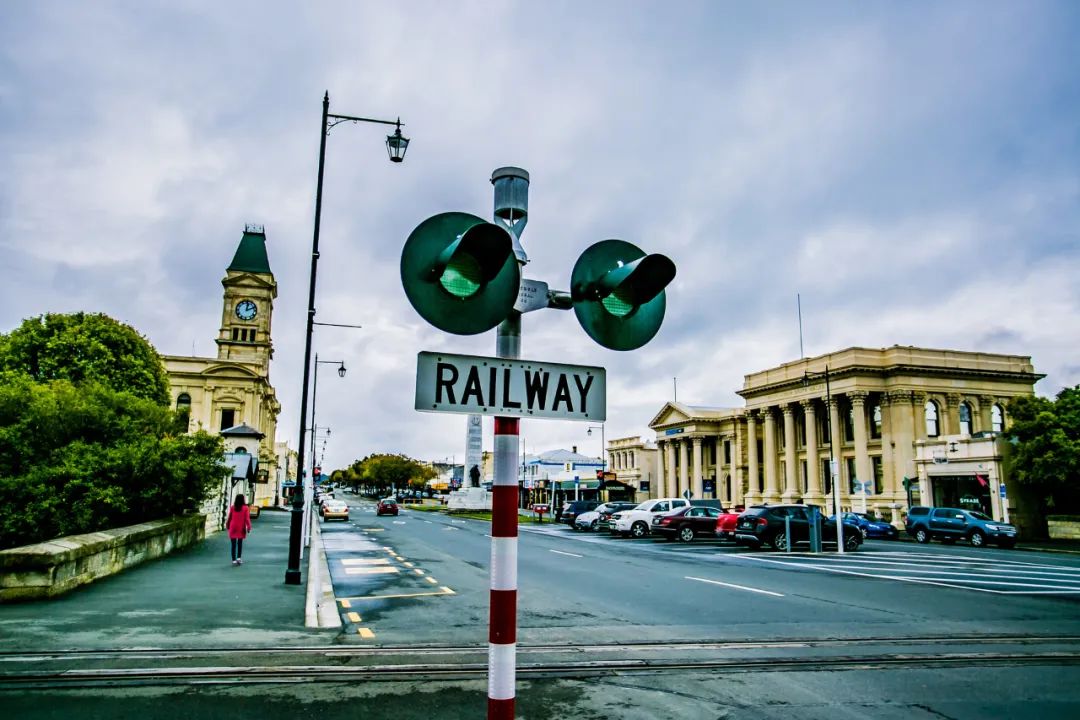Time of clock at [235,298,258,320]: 12:11
